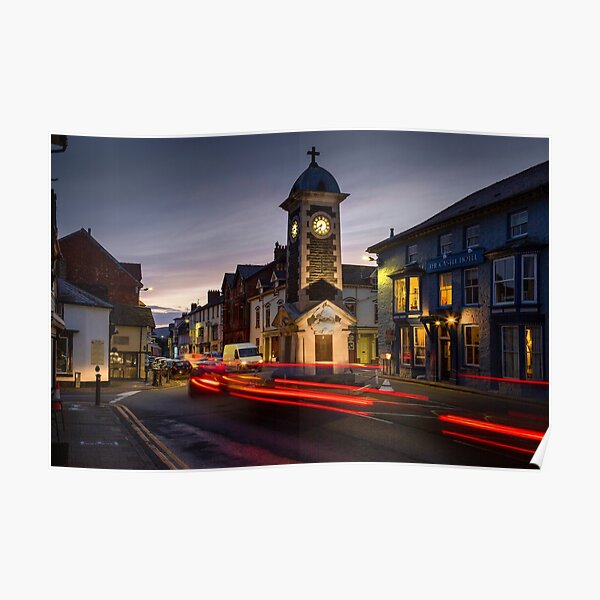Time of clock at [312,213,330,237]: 6:39
